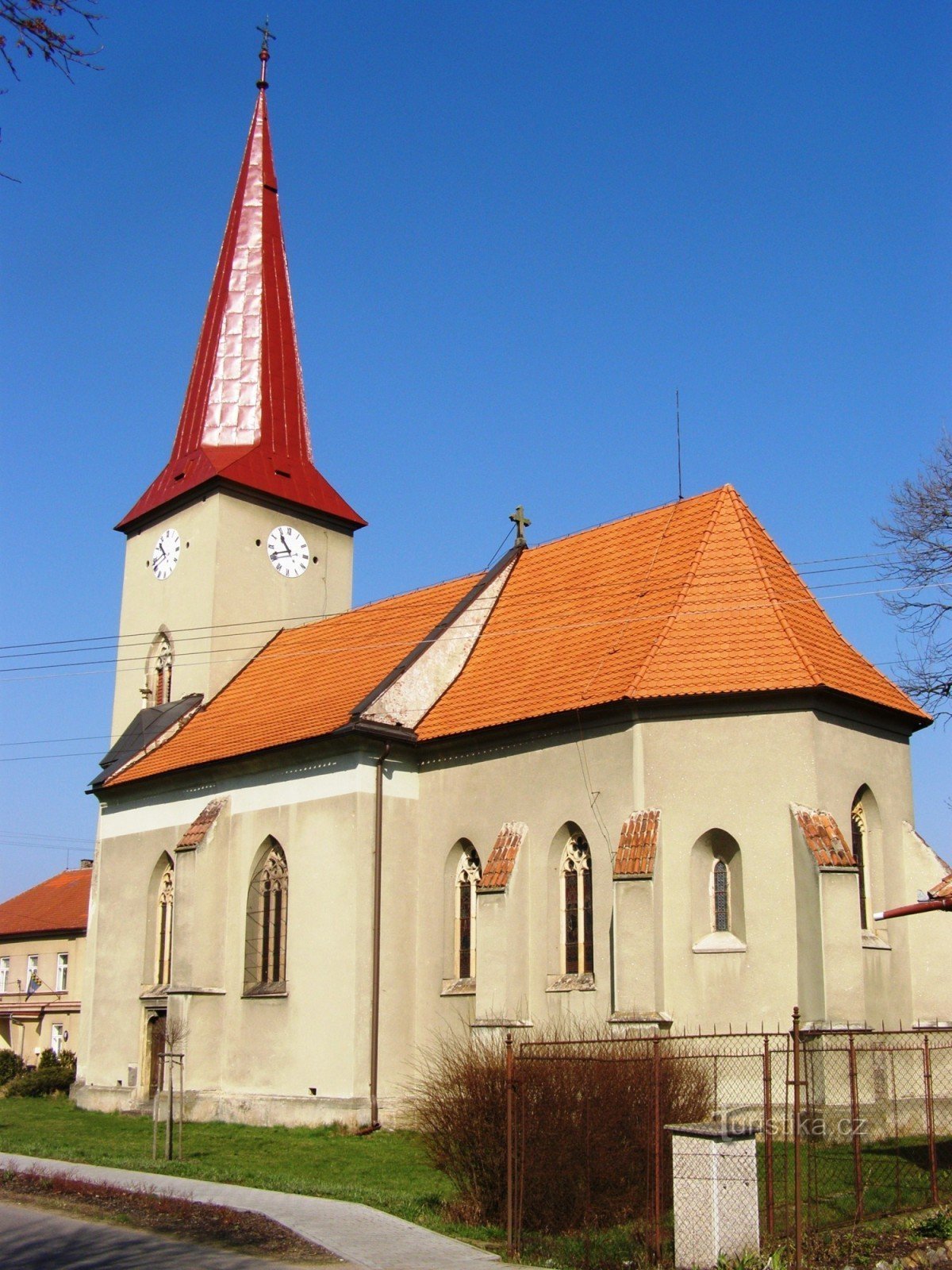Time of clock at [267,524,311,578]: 10:41
